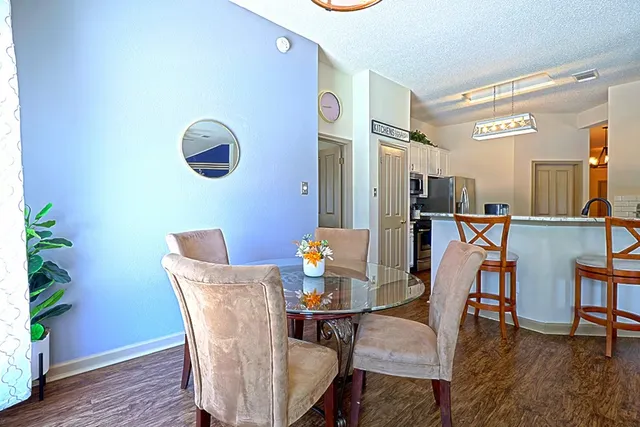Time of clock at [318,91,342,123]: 8:43
